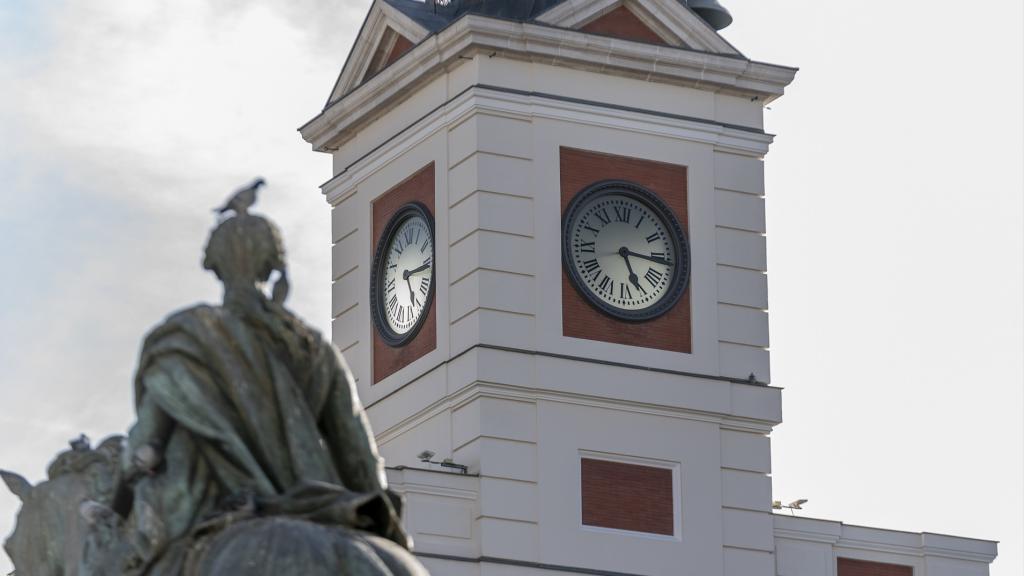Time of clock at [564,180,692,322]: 5:15
